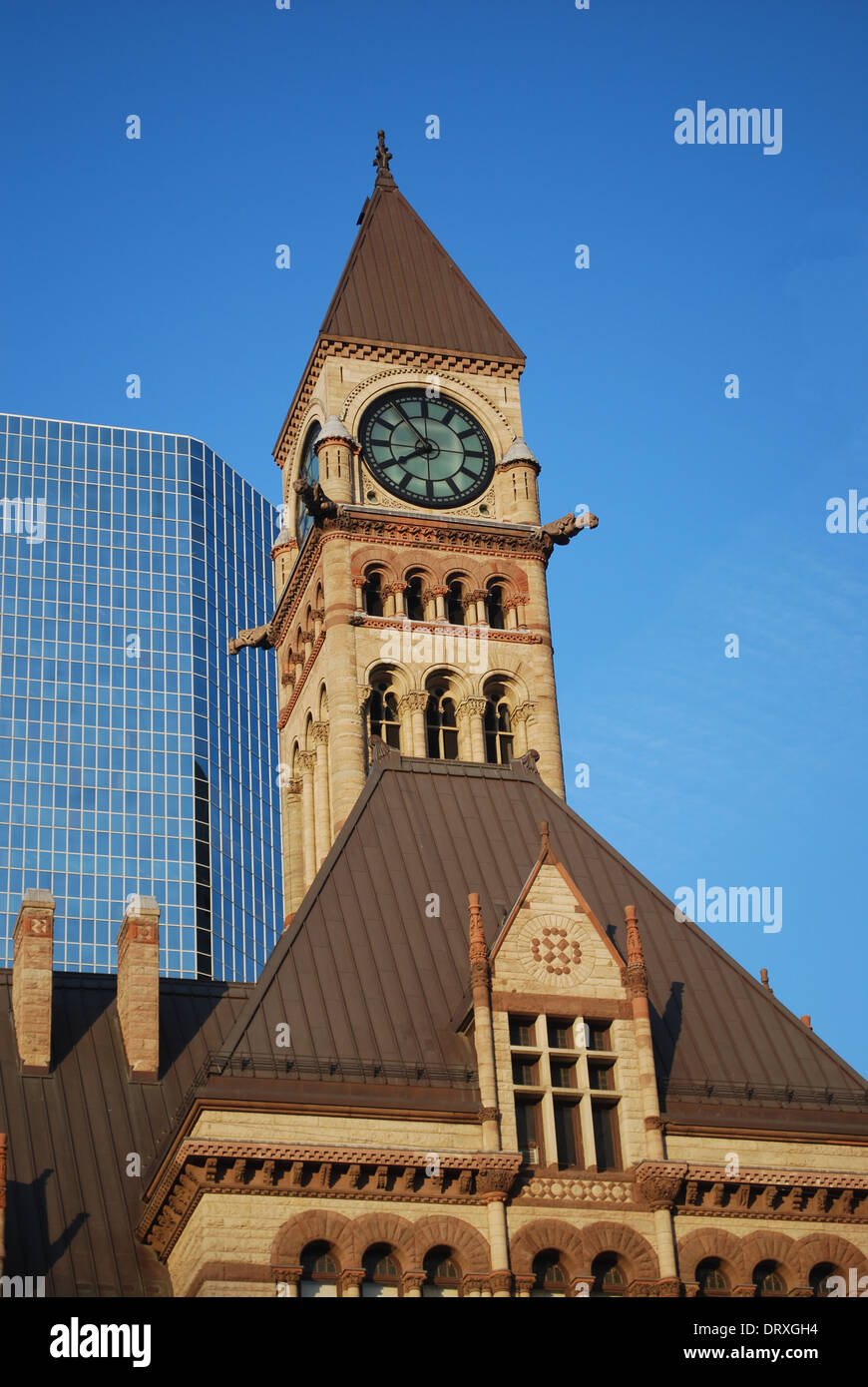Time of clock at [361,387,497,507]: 7:53
